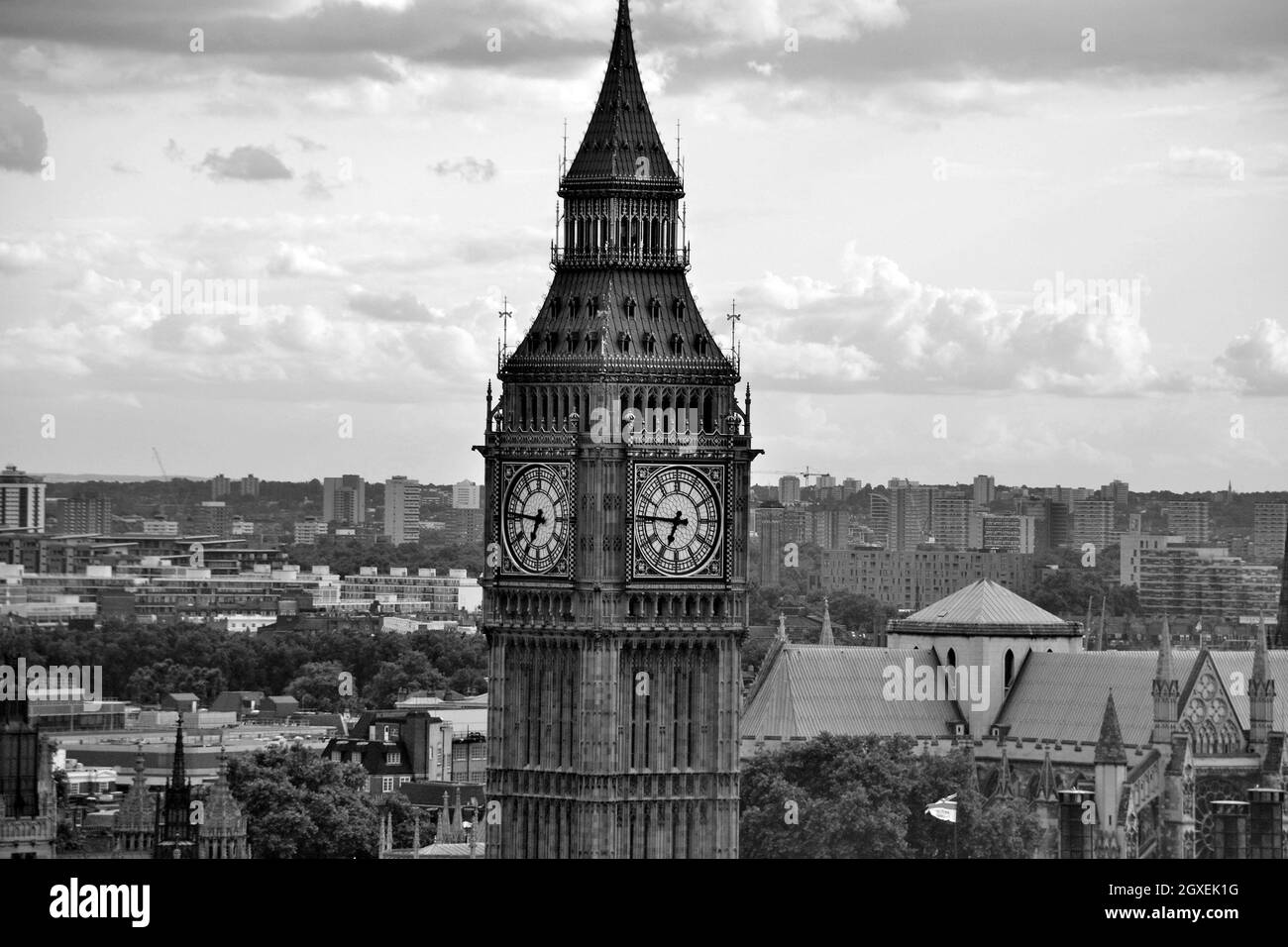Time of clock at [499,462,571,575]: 6:46
